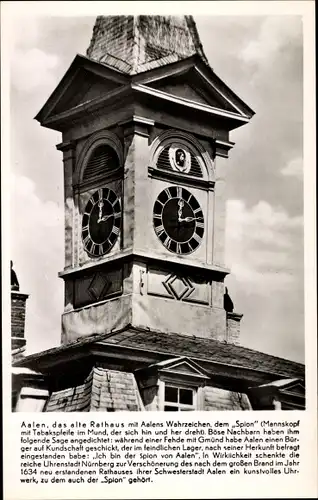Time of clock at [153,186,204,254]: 12:13
